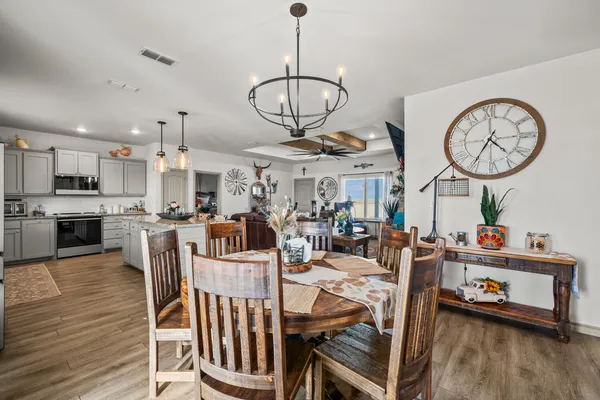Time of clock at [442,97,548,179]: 4:35
